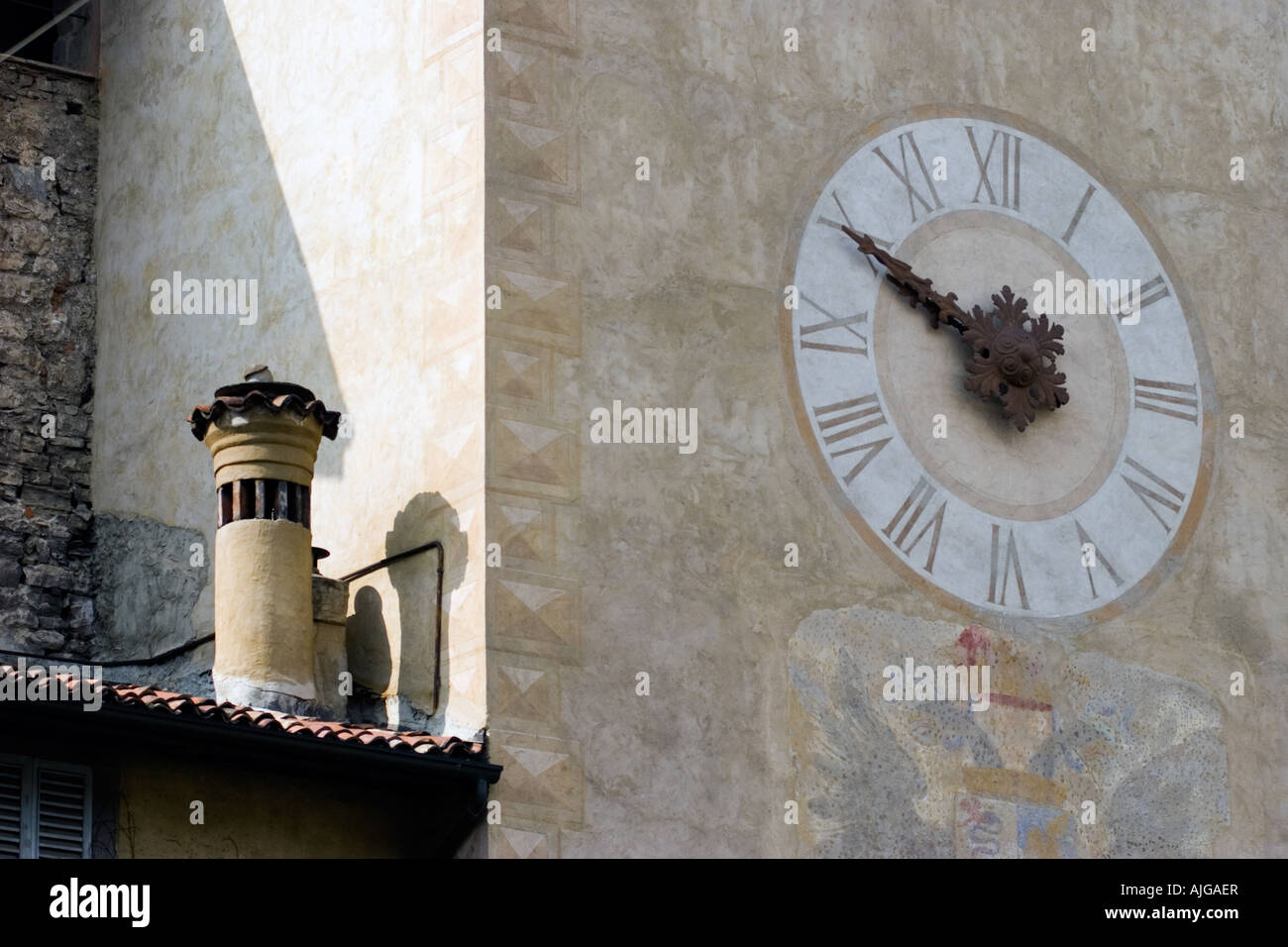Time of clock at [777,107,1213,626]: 9:49
